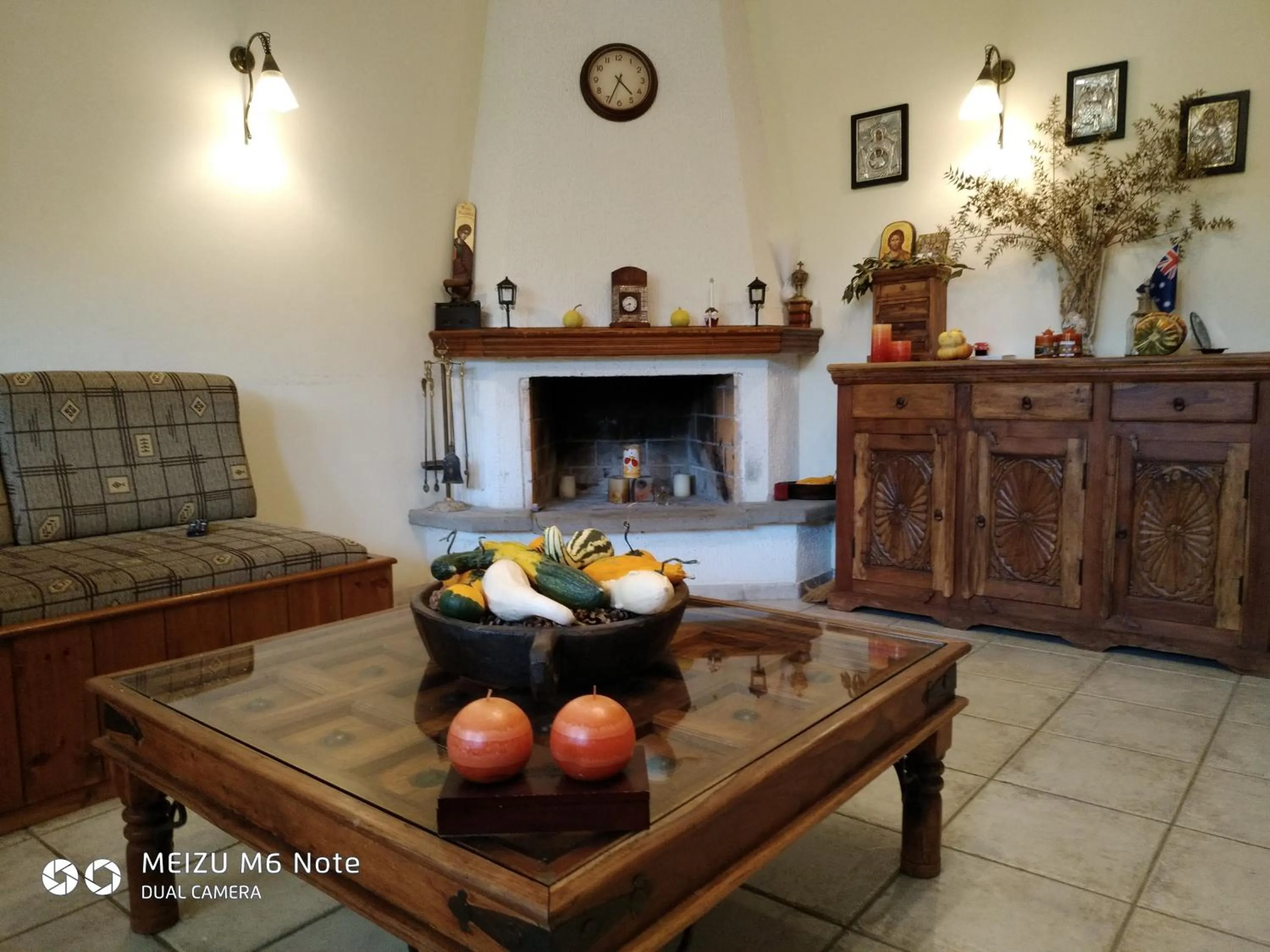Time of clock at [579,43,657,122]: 4:34
